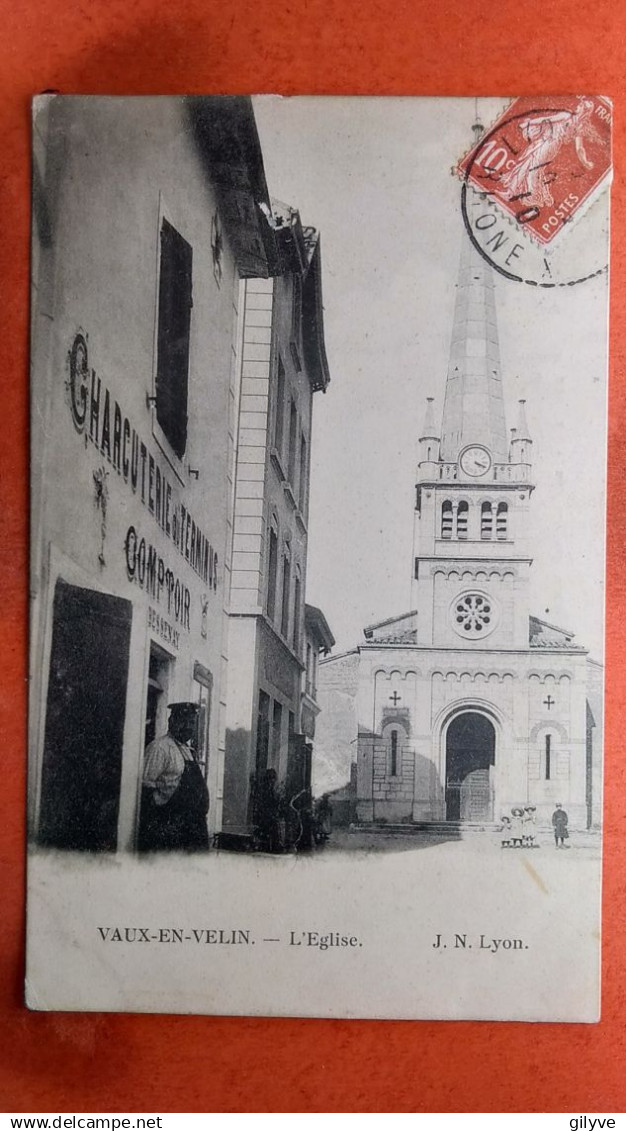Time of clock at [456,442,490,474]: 4:18
